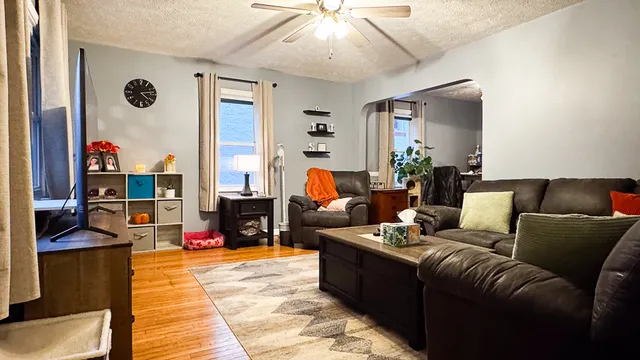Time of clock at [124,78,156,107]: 4:12
